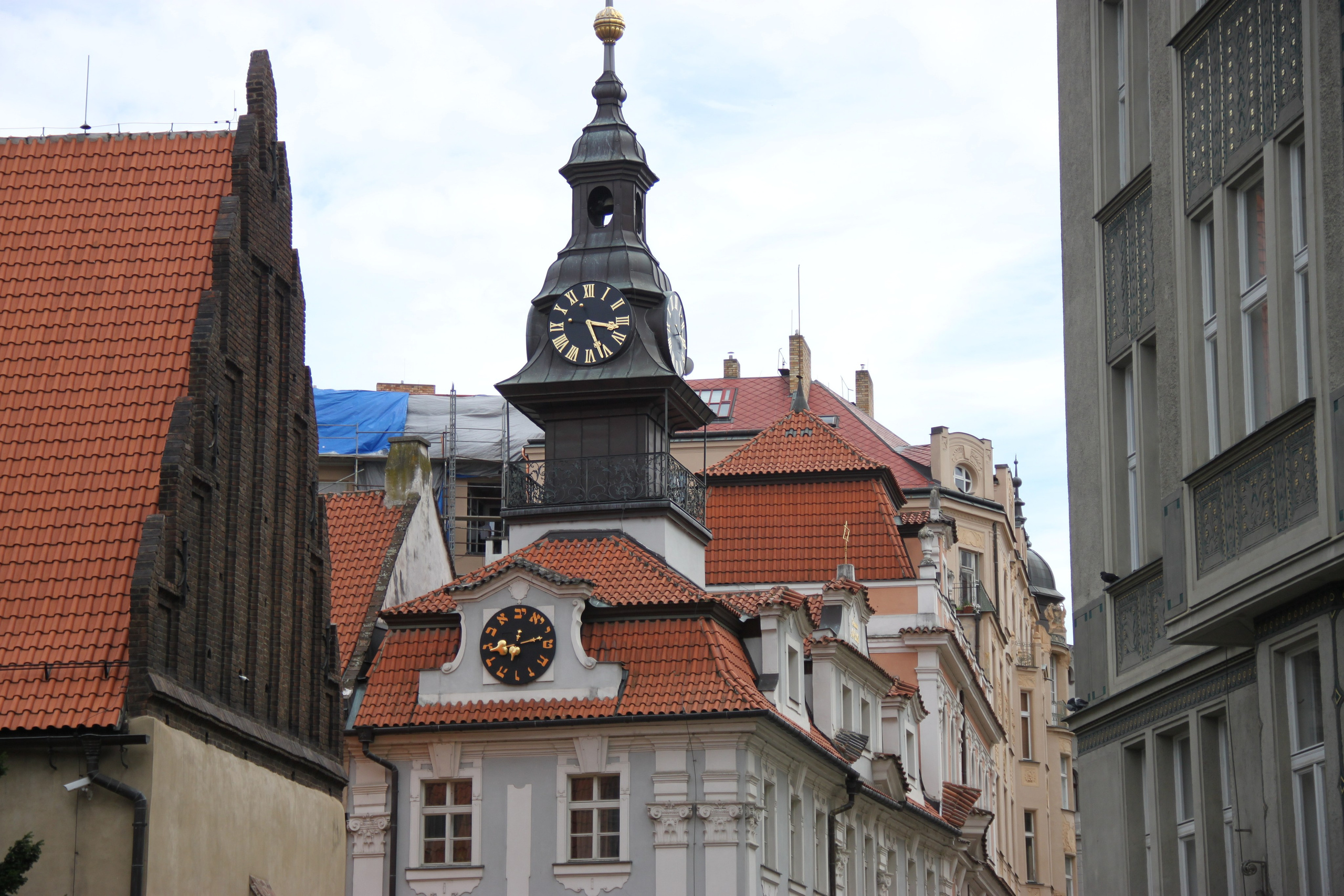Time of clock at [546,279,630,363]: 3:26
